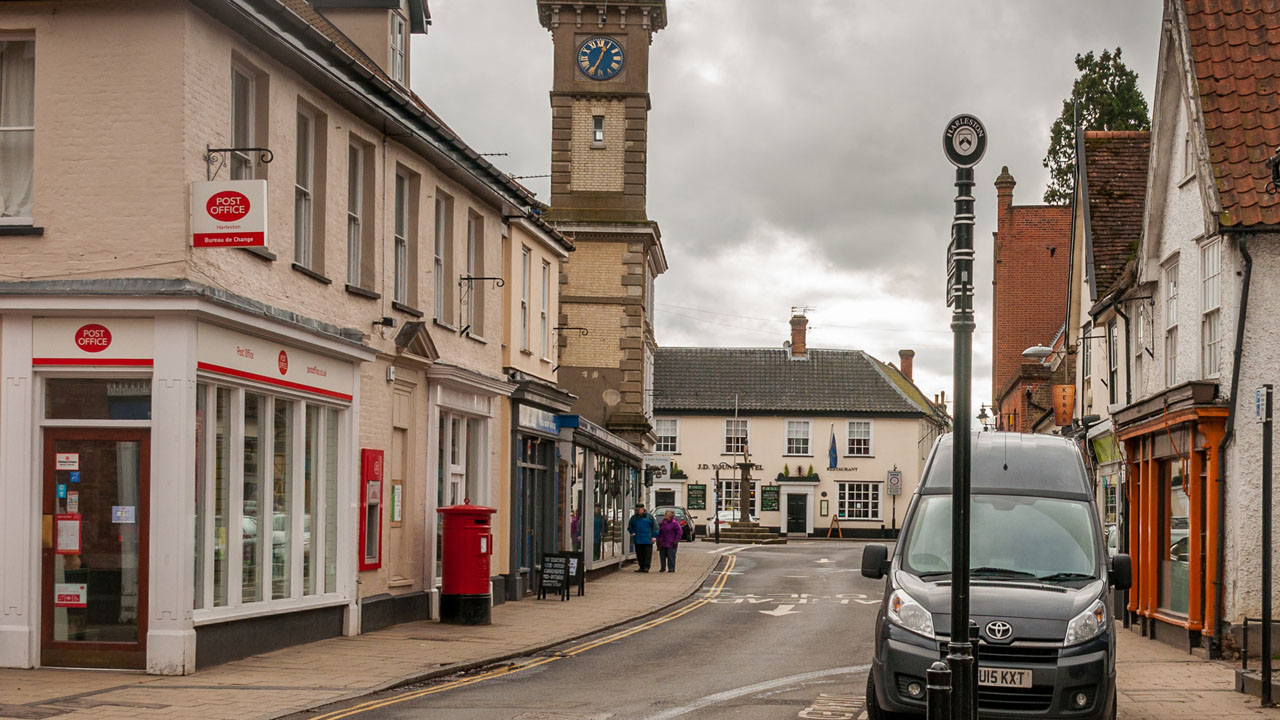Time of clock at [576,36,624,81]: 12:34
